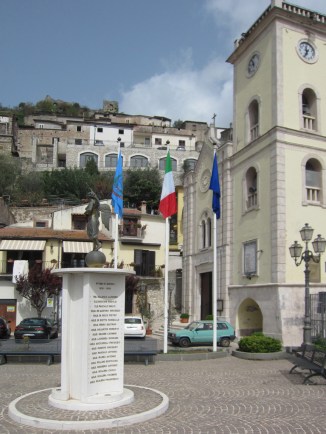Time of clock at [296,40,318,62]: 11:35
